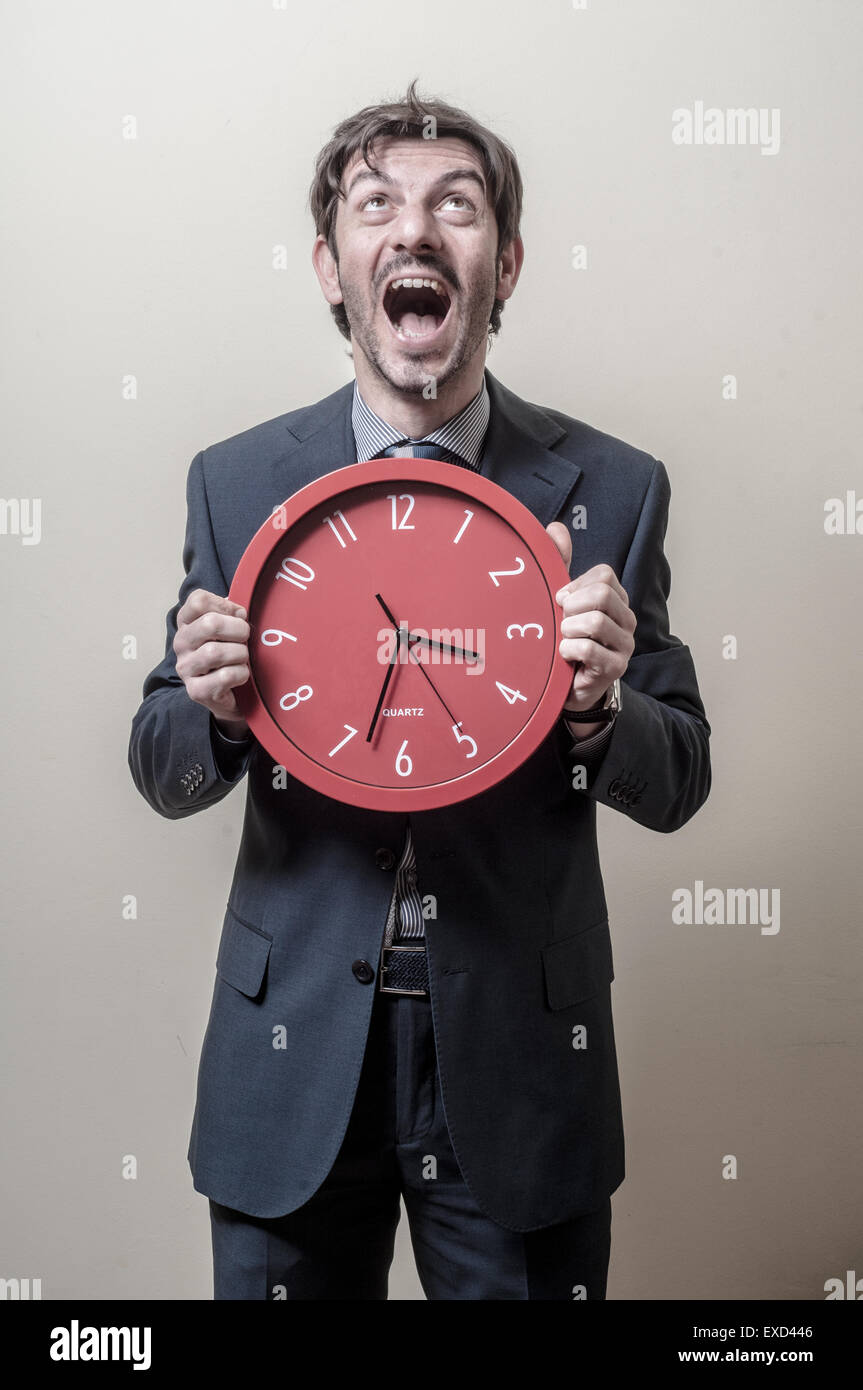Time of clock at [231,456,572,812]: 3:32
